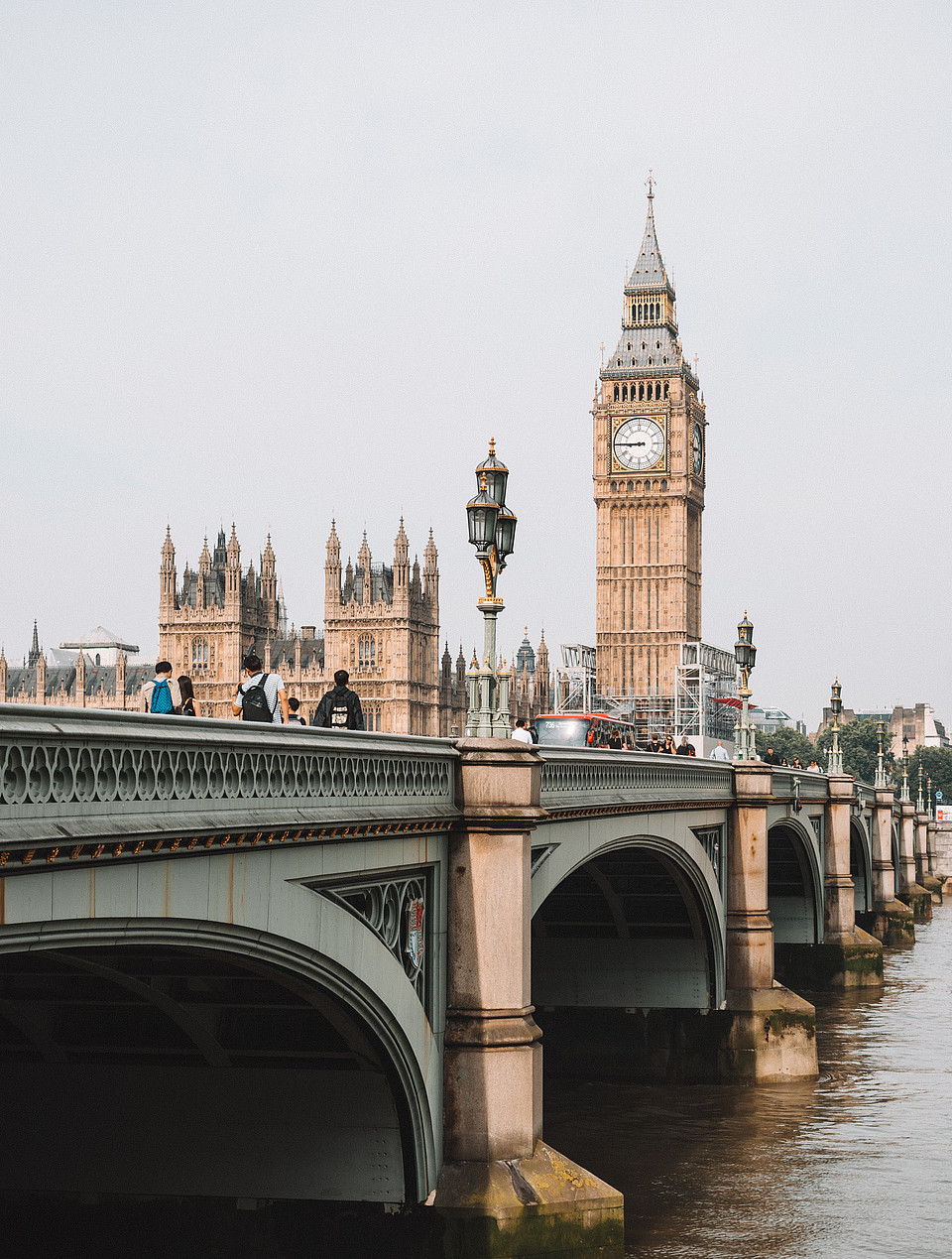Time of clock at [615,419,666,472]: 8:45
